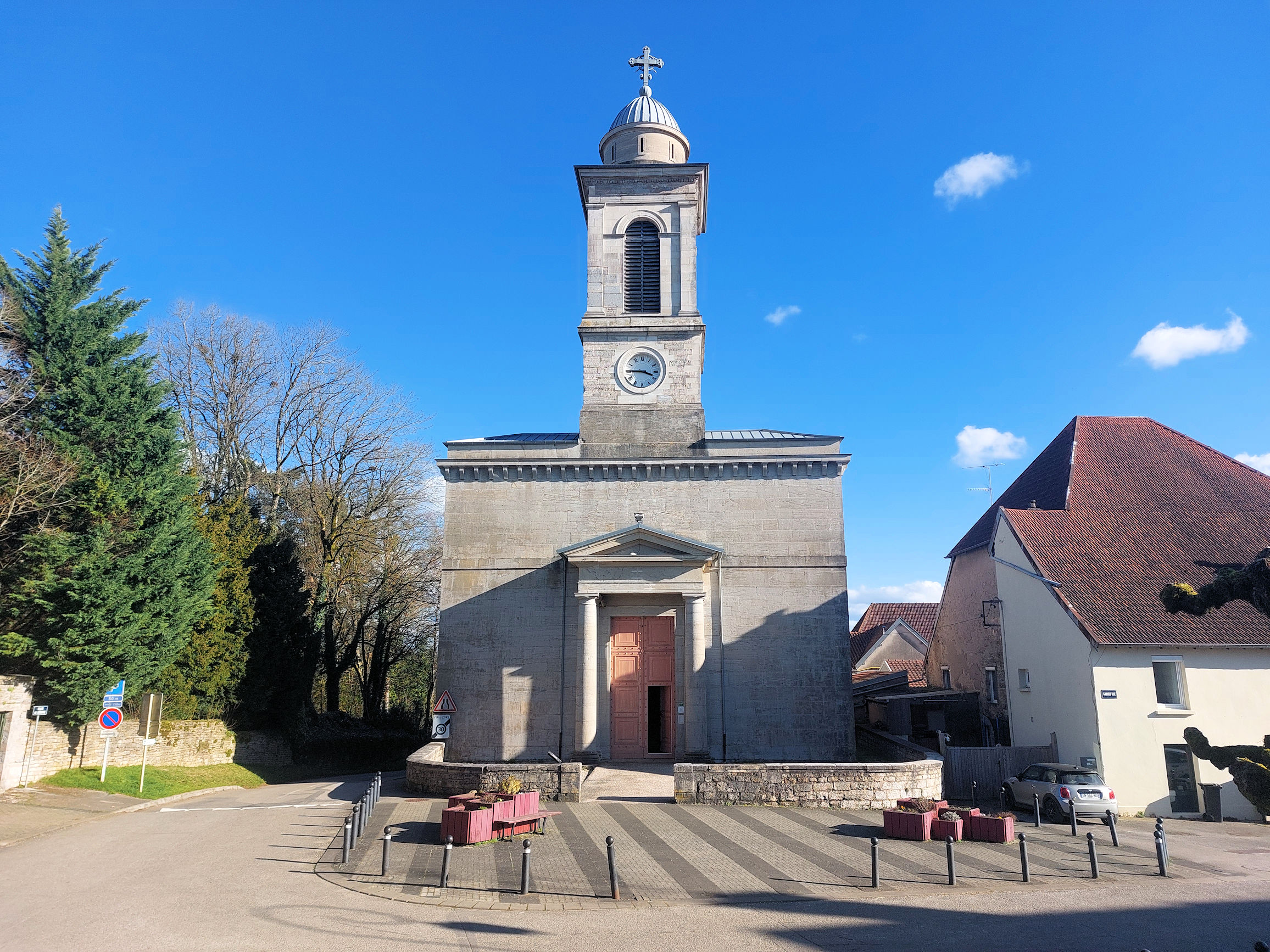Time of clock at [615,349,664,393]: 3:45
